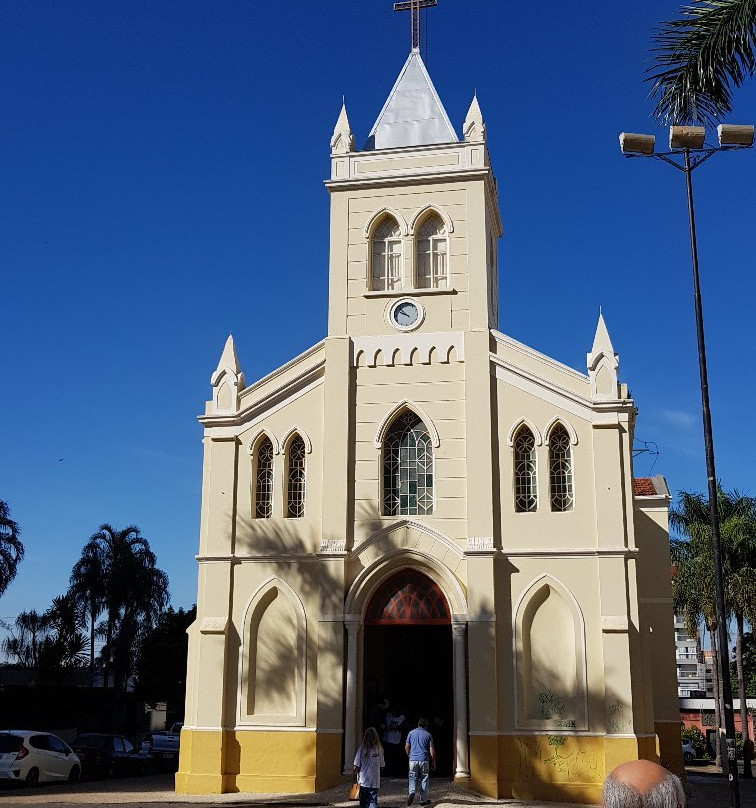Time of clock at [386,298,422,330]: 9:53
